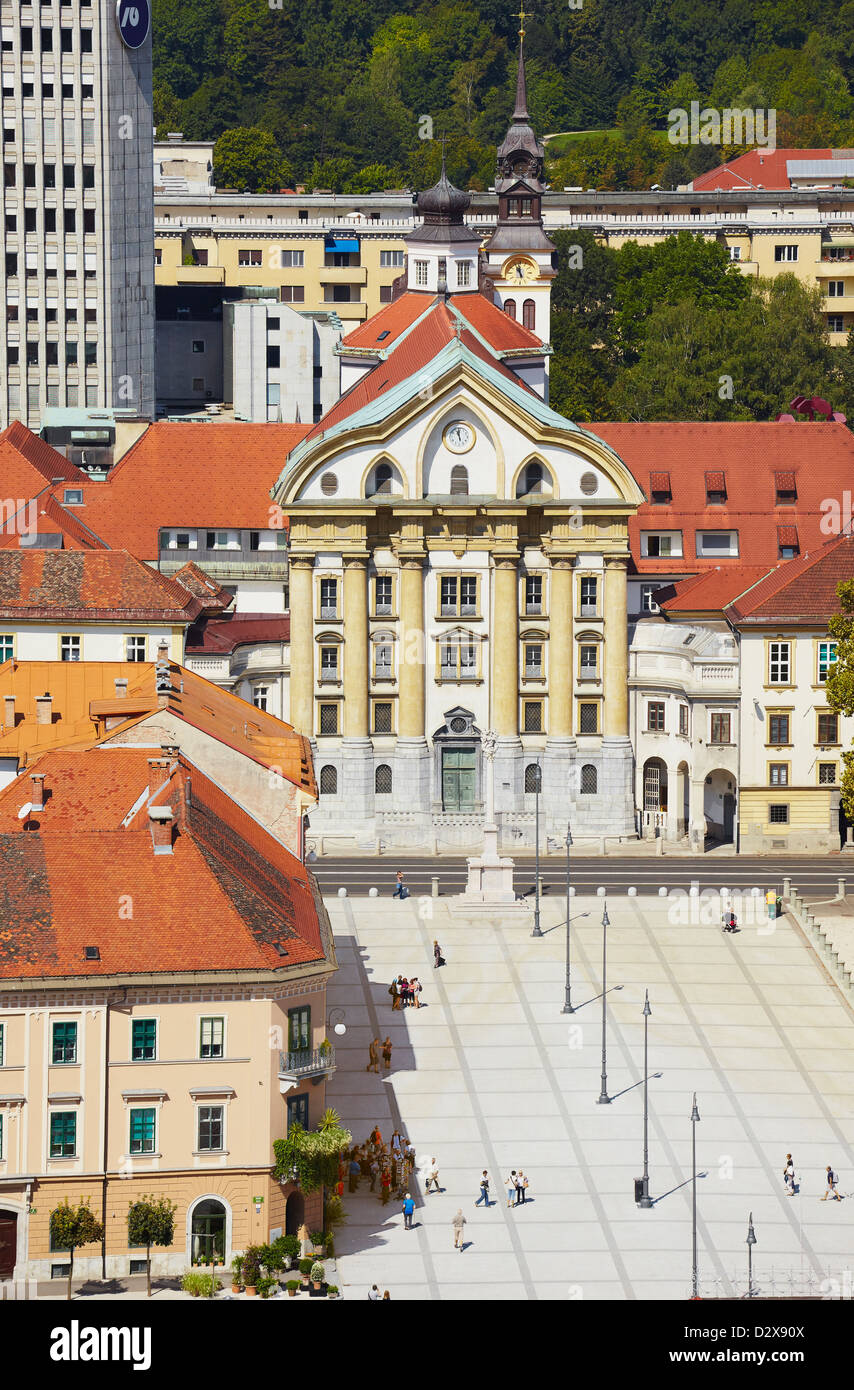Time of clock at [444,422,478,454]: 10:58
